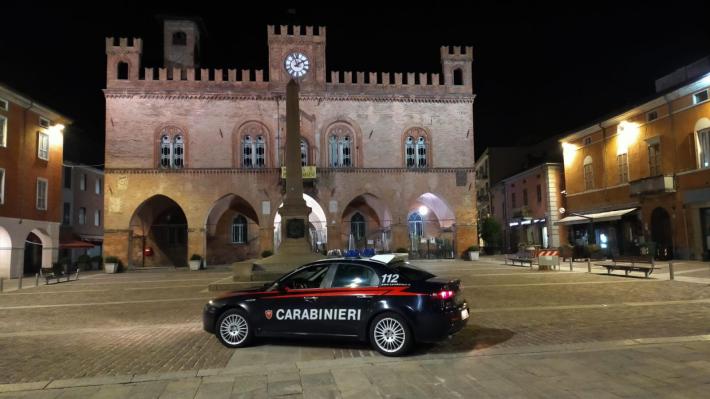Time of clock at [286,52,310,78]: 1:56
